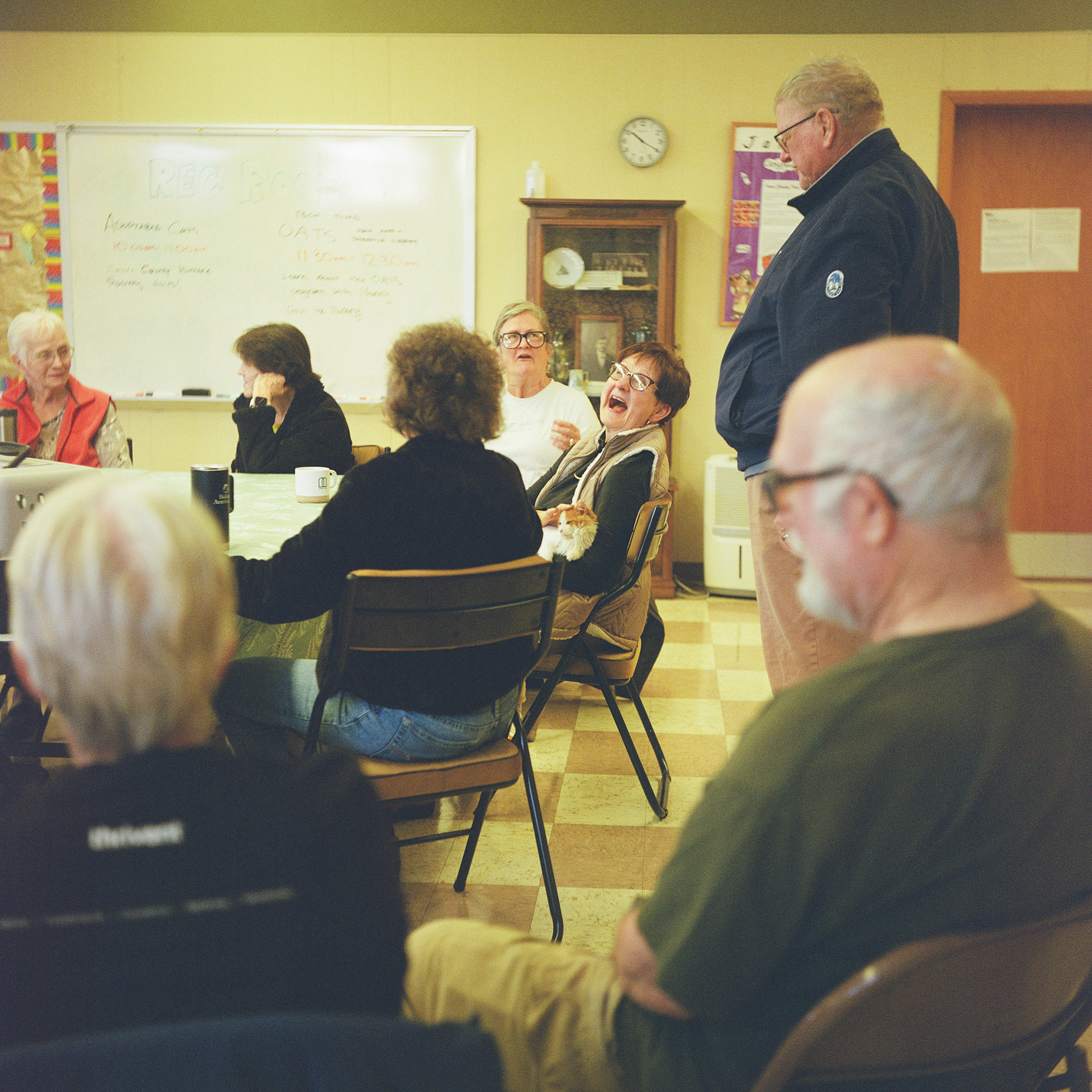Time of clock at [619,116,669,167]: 10:19
